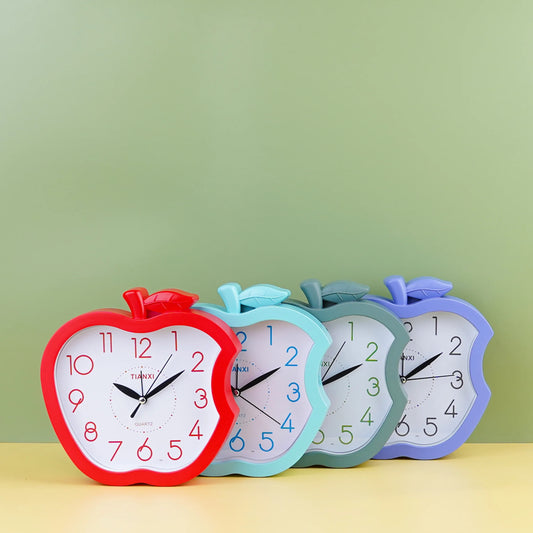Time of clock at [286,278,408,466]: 2:11
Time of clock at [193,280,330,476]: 2:10
